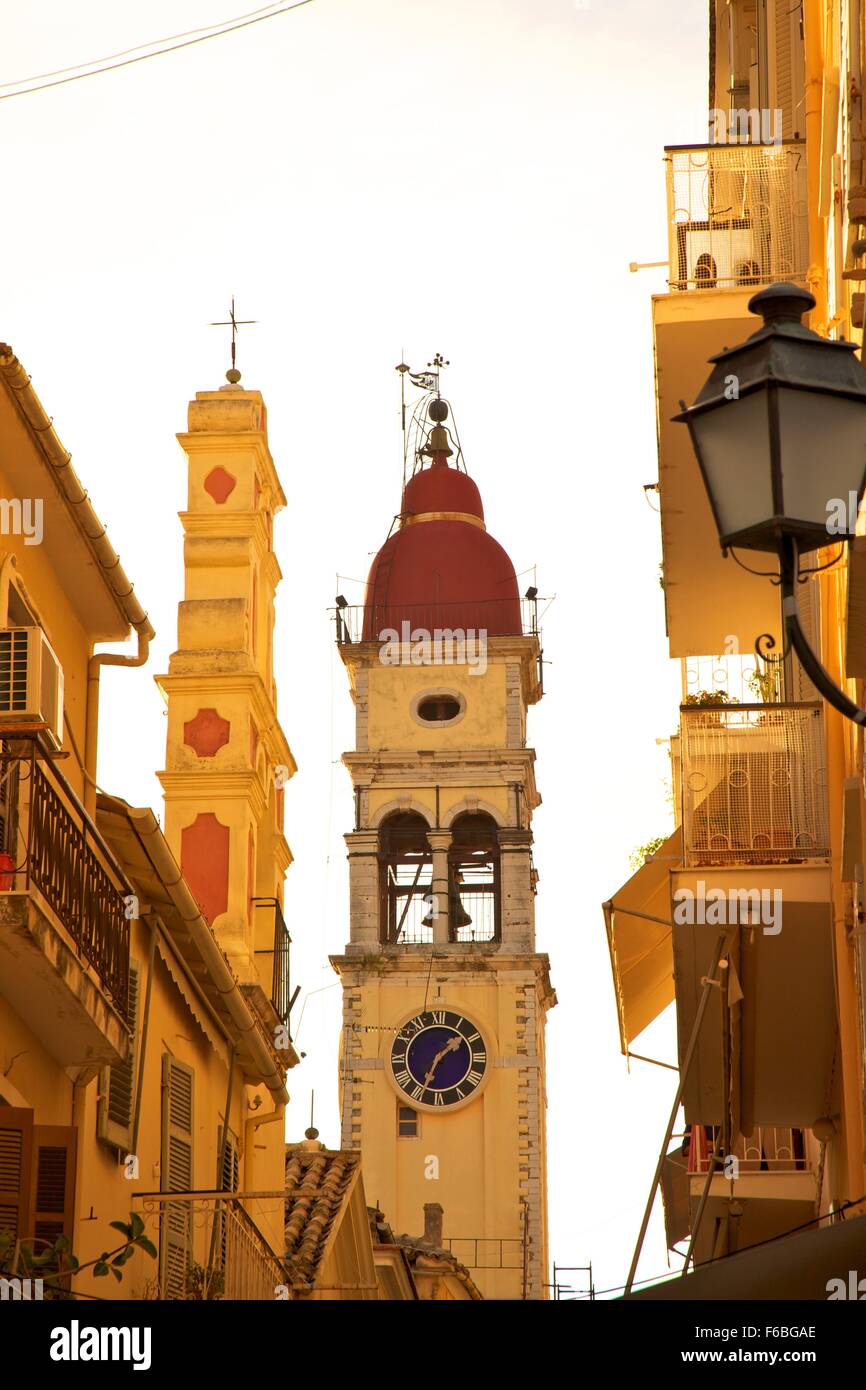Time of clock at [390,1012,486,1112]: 1:34
